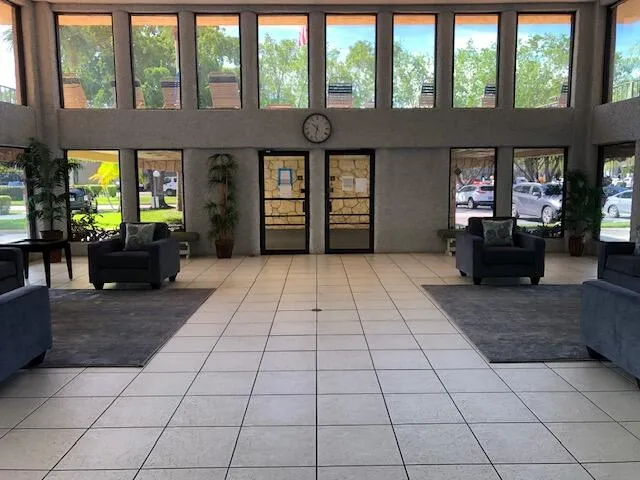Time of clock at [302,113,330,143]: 10:32
